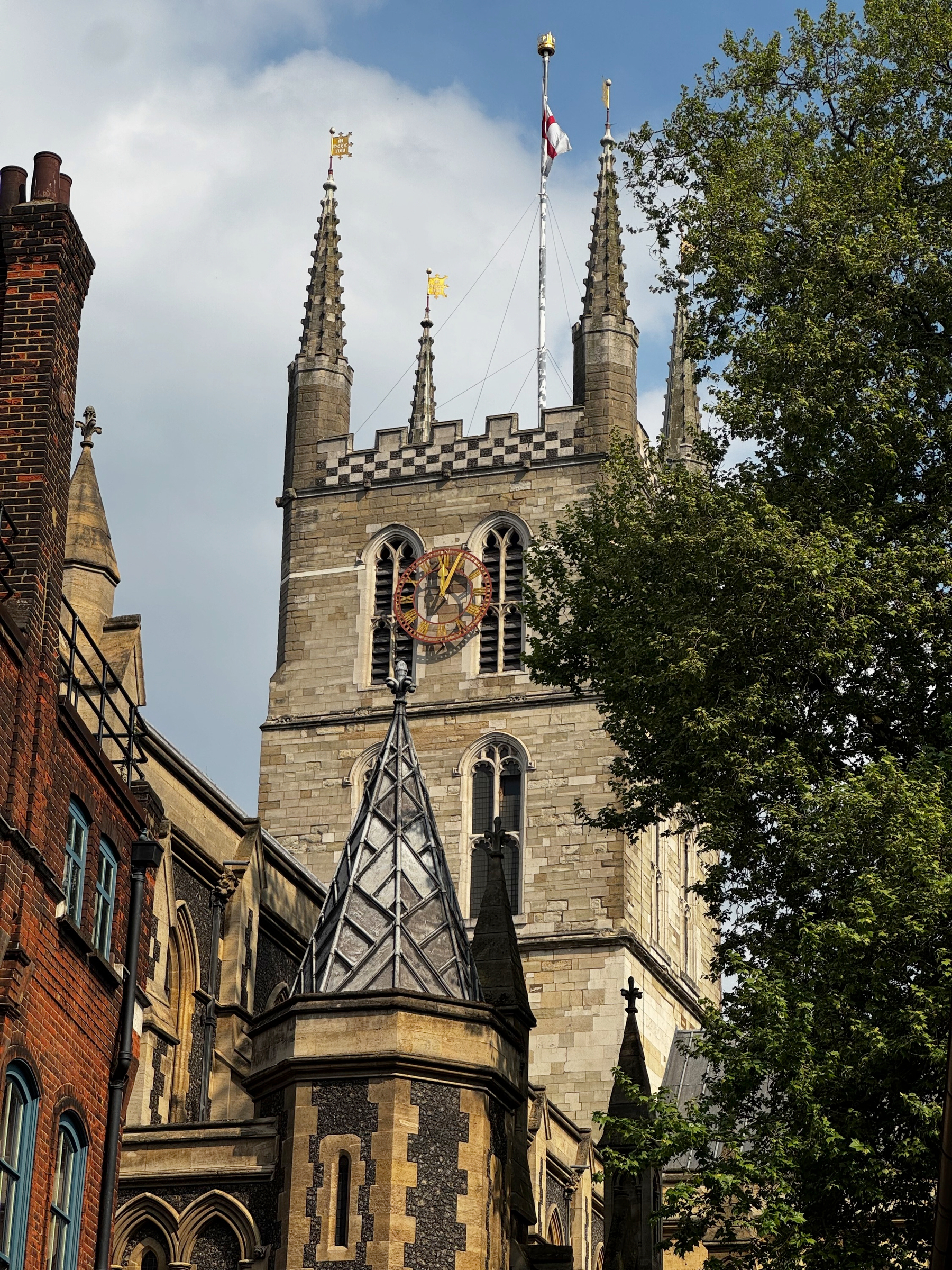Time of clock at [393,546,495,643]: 12:04
